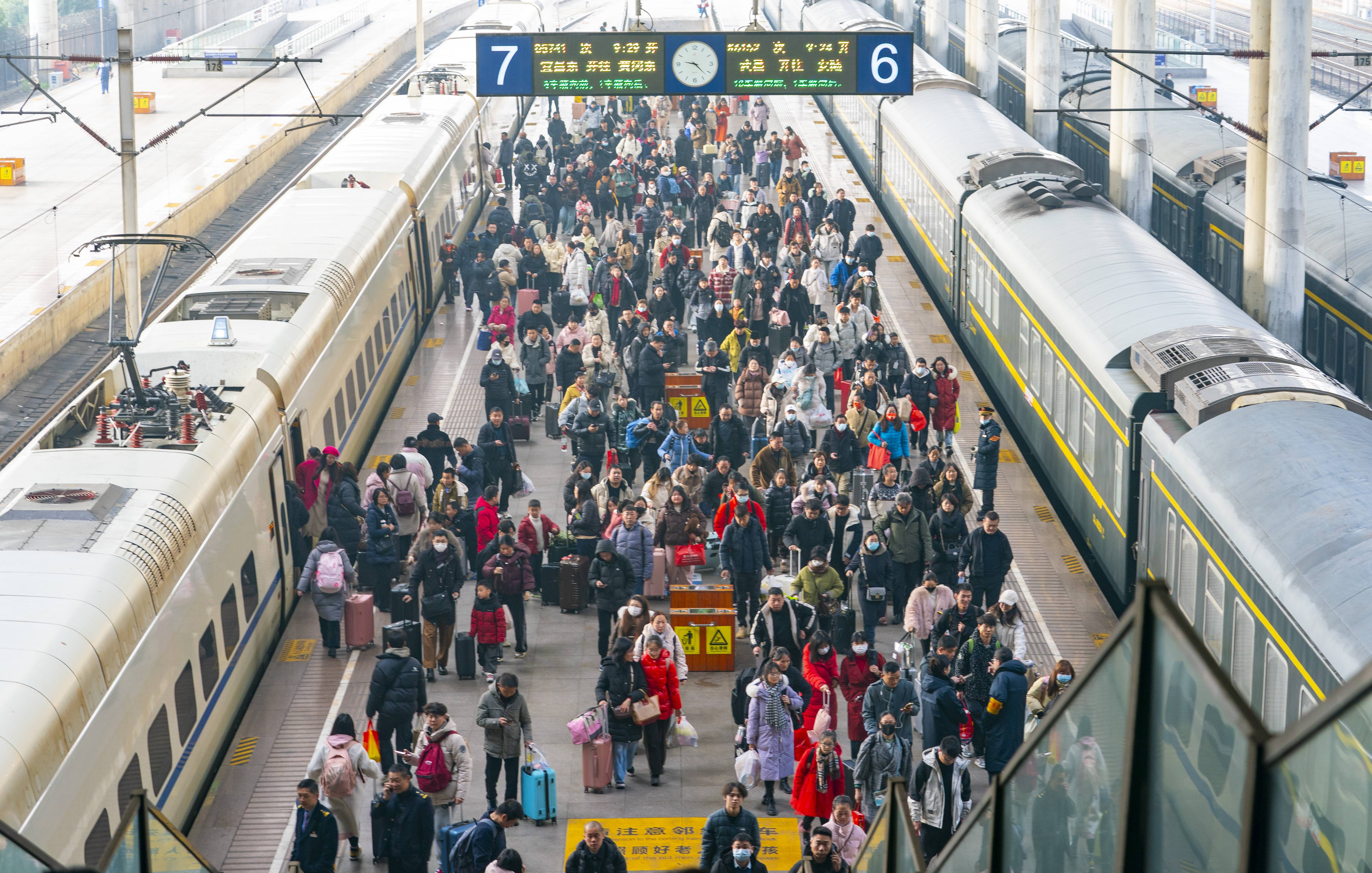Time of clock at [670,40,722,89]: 9:22
